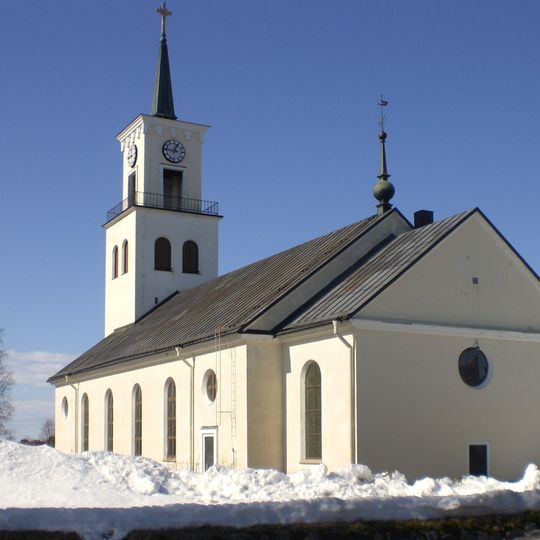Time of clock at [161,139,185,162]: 12:46
